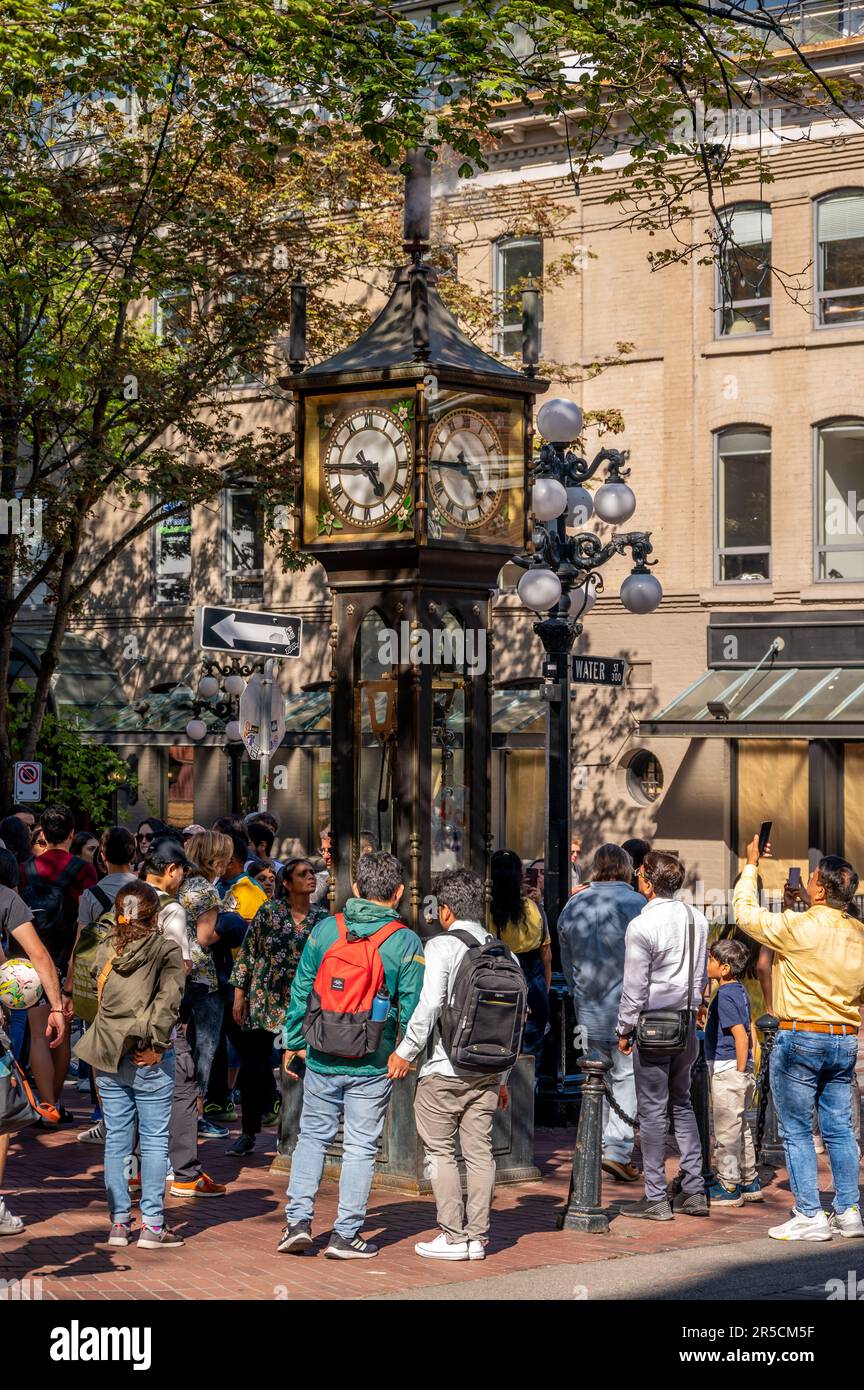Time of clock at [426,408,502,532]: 4:45
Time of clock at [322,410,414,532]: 4:45
